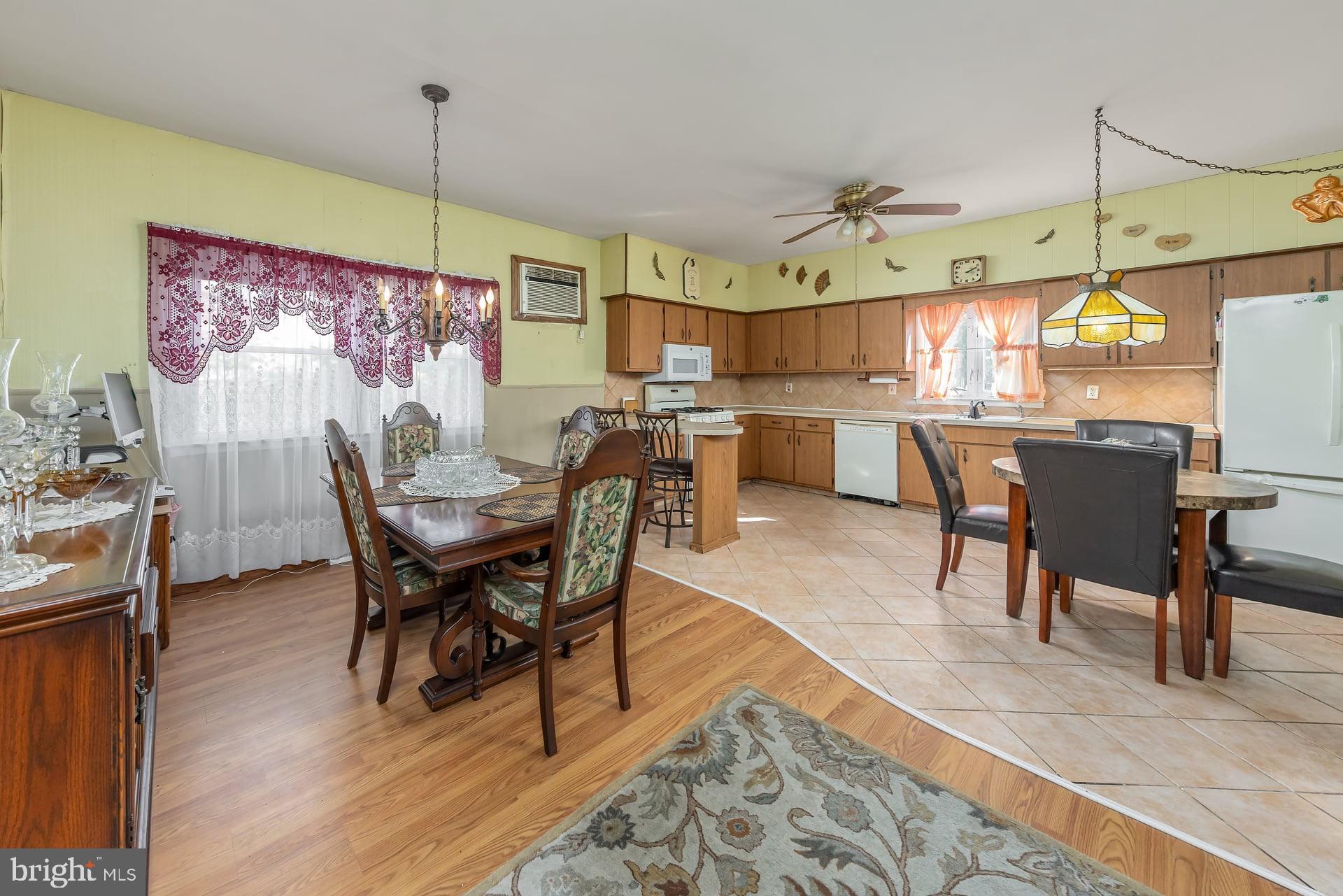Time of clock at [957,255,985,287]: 2:11
